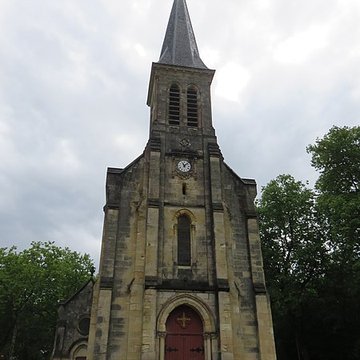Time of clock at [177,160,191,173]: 11:07
